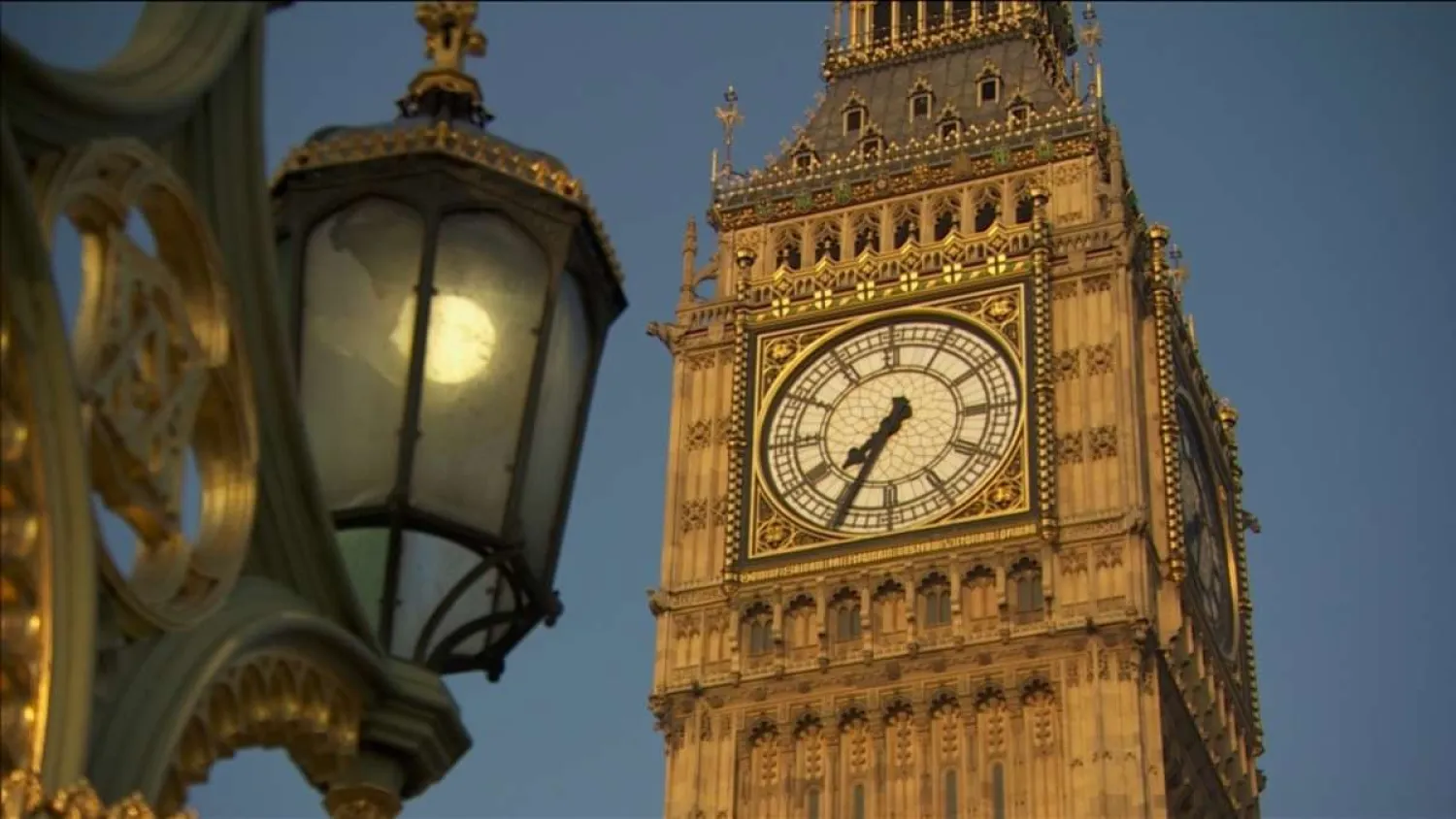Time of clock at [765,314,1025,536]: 7:34
